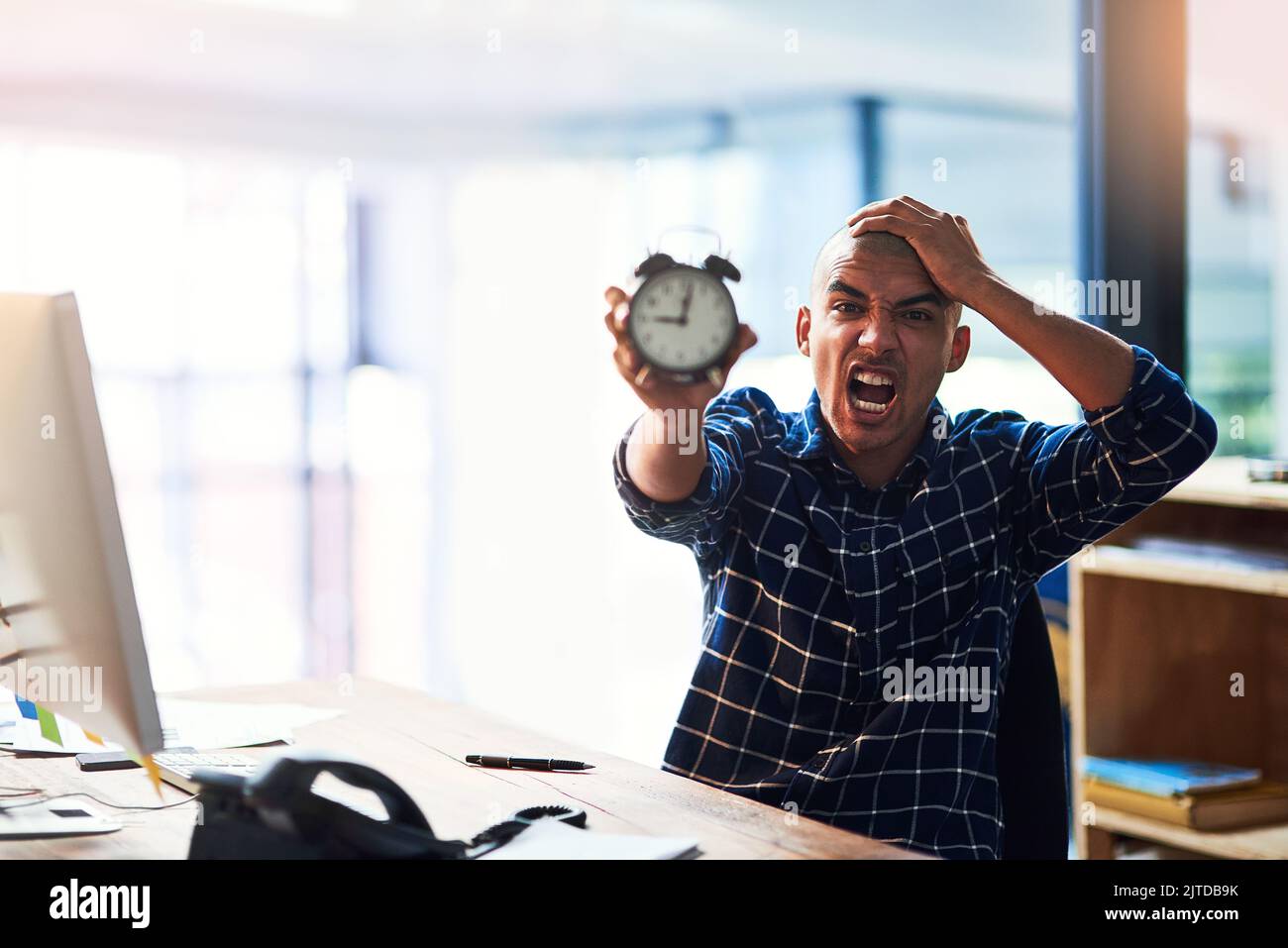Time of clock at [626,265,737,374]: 9:01
